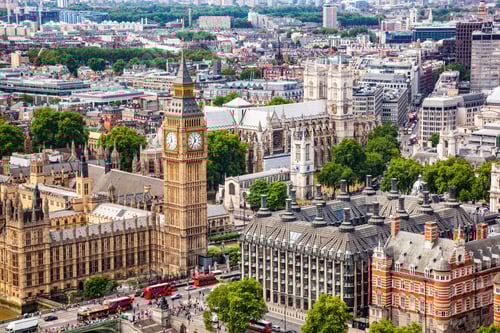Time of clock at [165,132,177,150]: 11:36
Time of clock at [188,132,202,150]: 11:35
